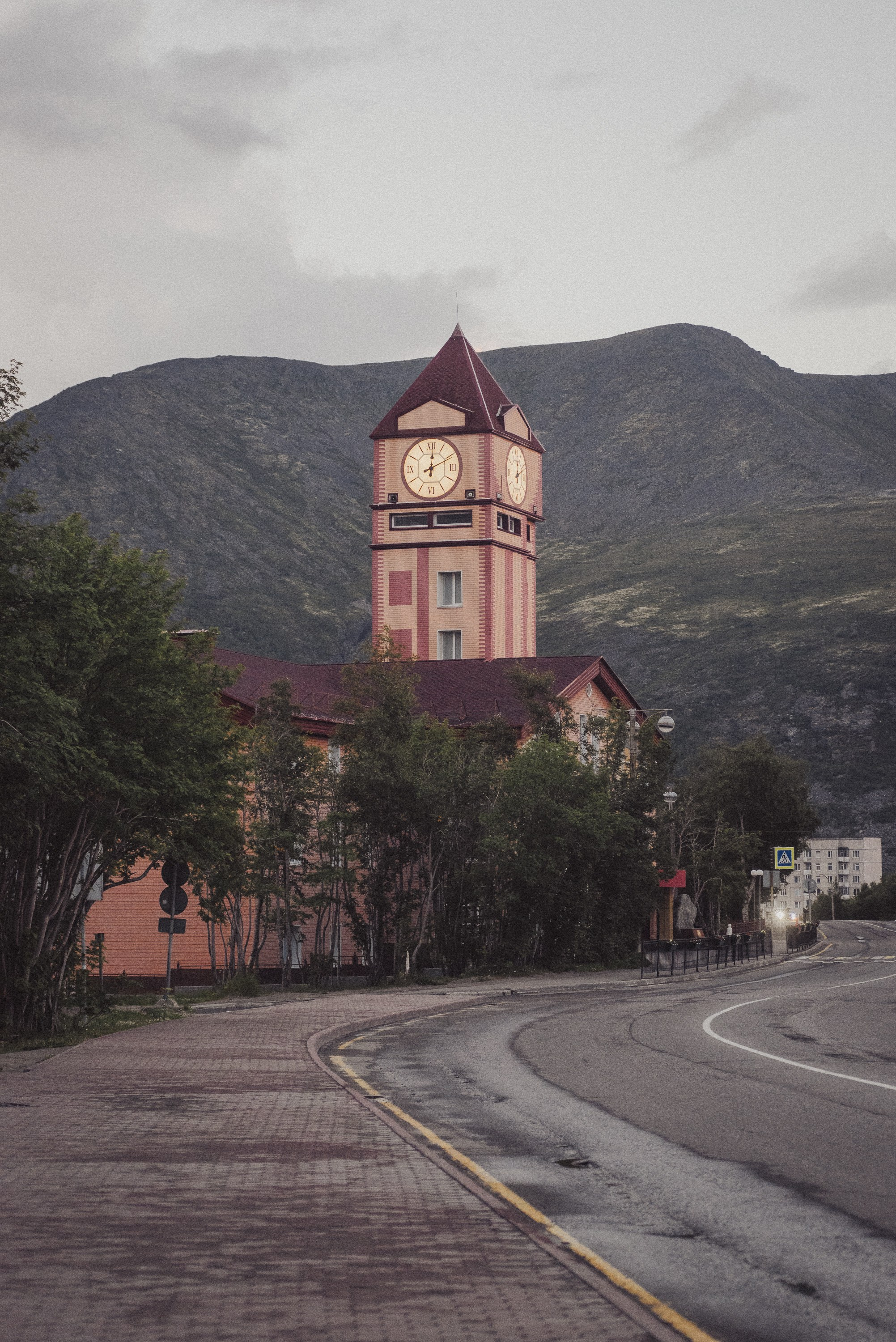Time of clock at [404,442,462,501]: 12:10
